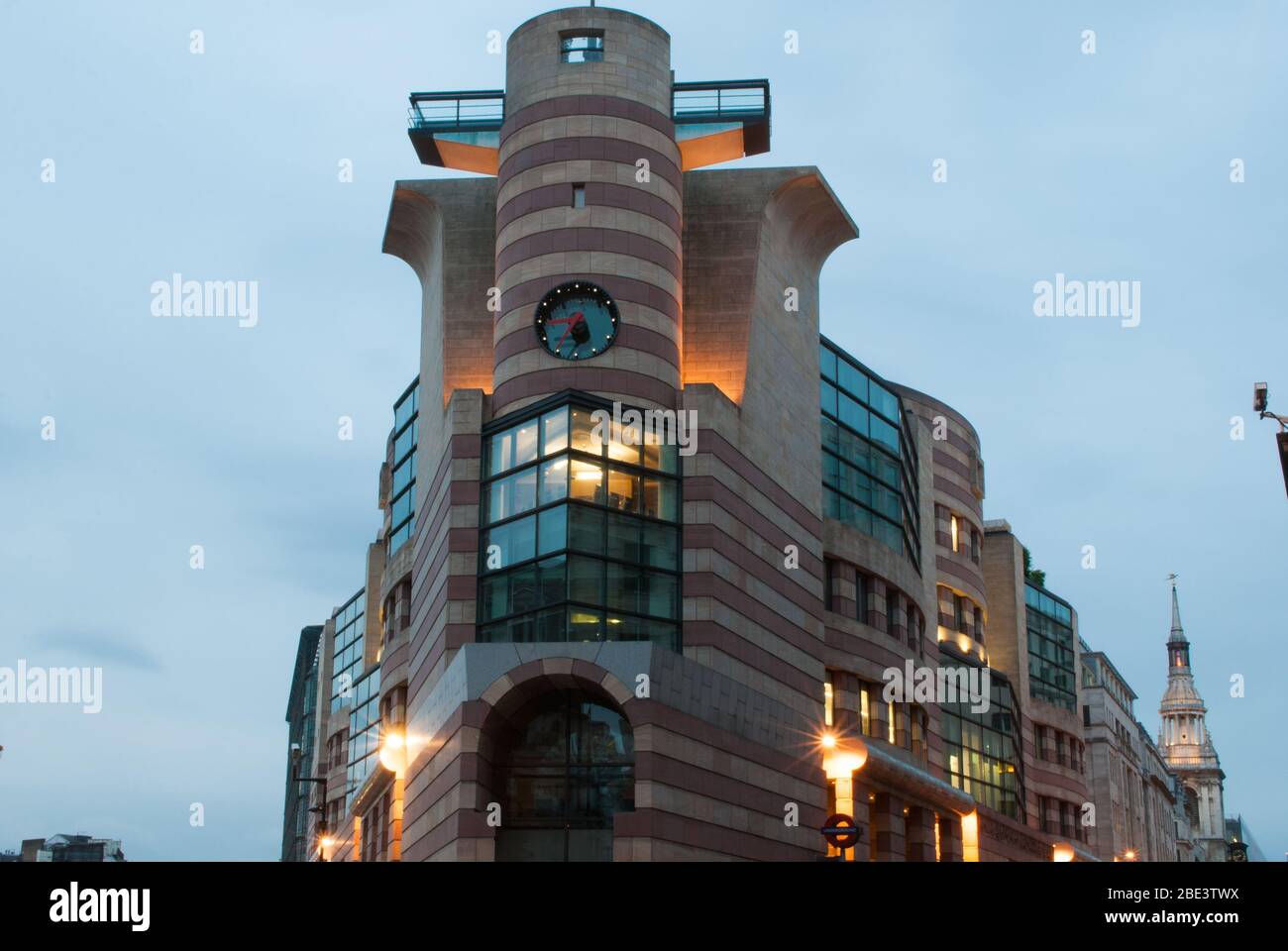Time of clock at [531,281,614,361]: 5:35
